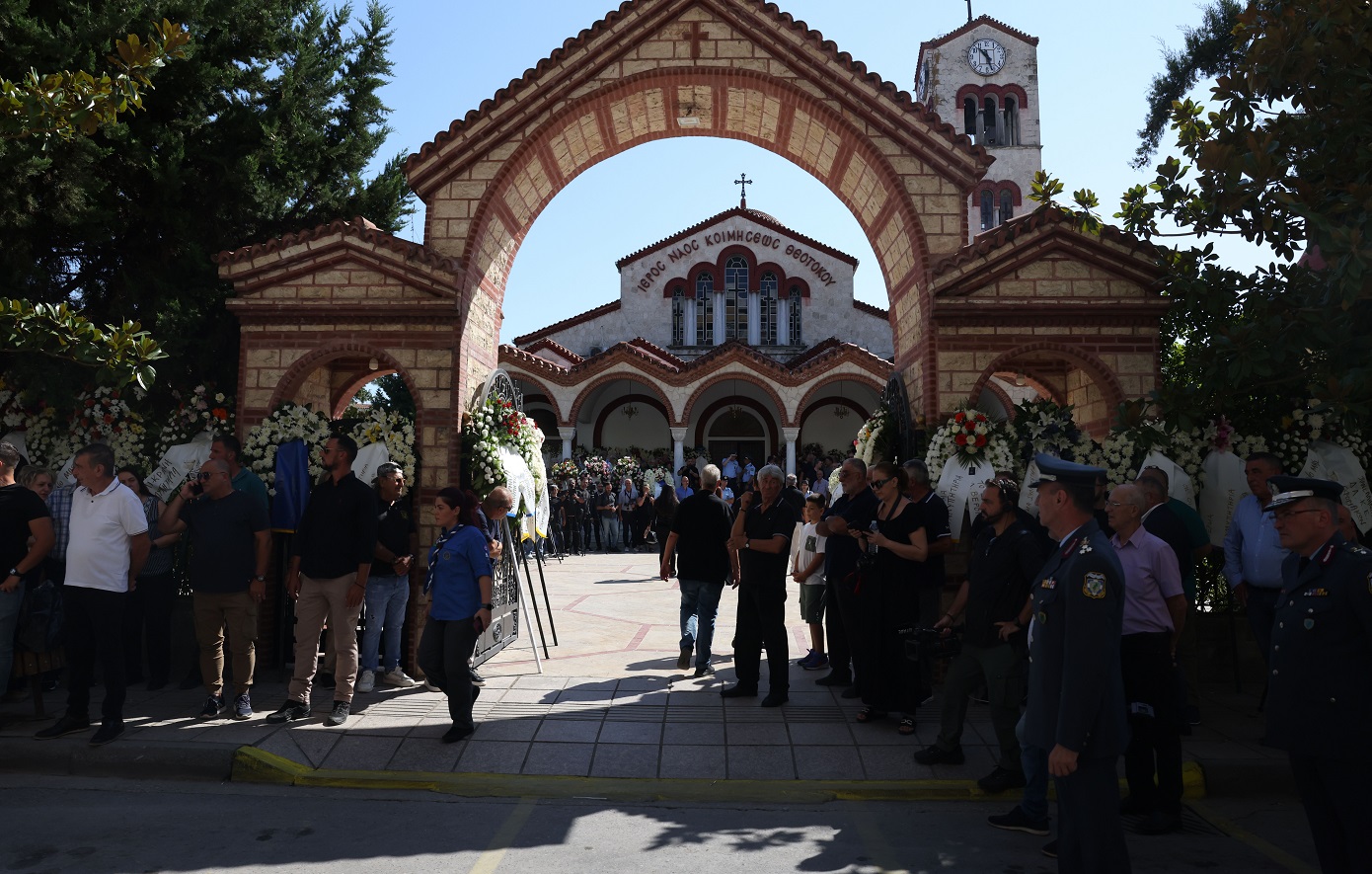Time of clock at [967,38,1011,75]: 10:26
